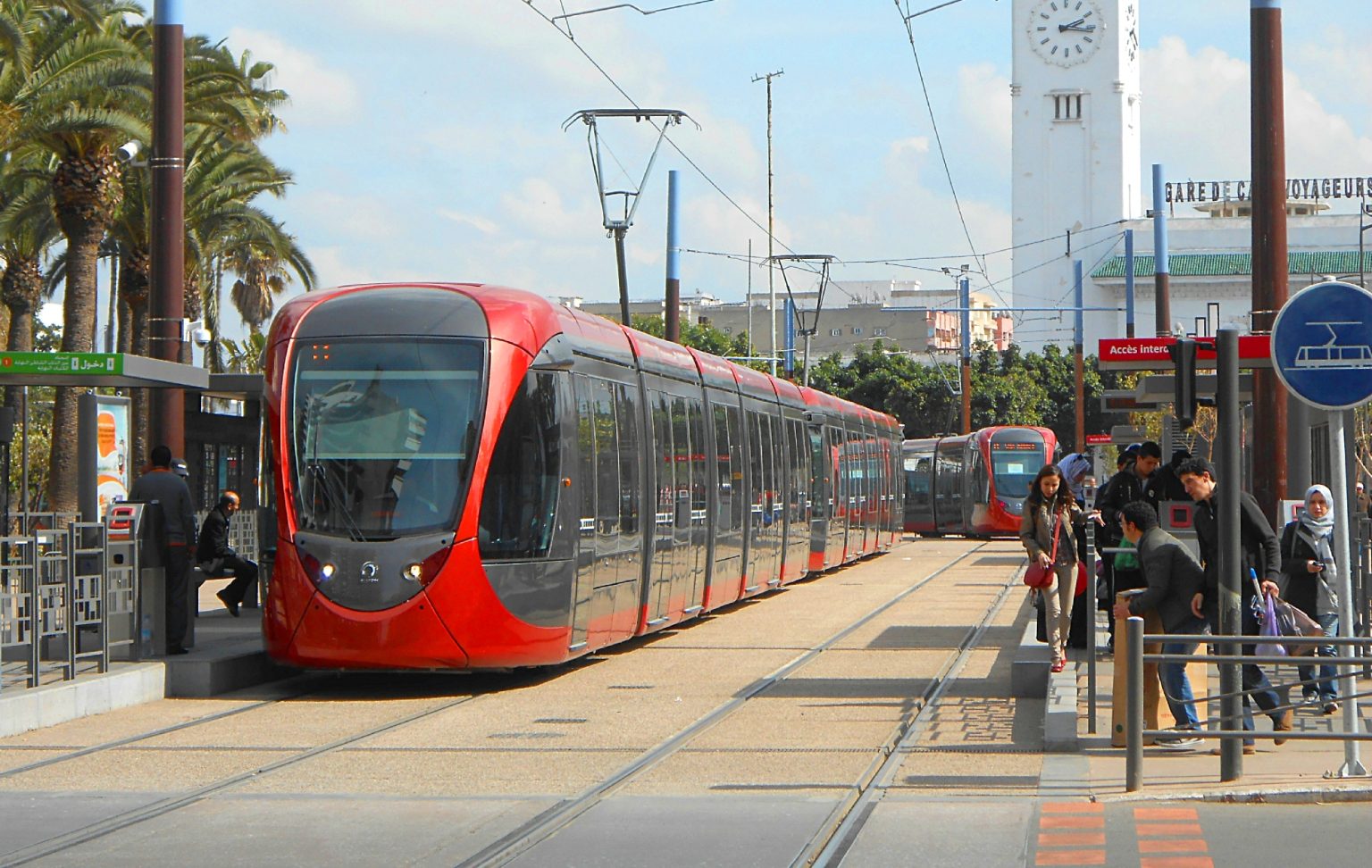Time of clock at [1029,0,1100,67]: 2:16
